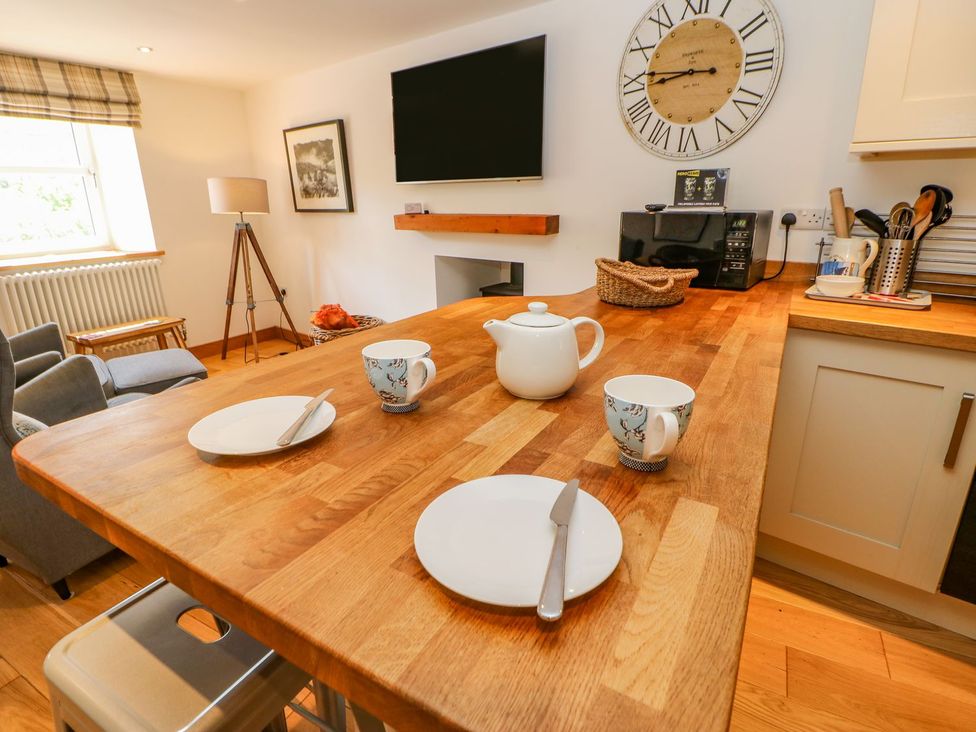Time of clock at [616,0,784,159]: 8:45
